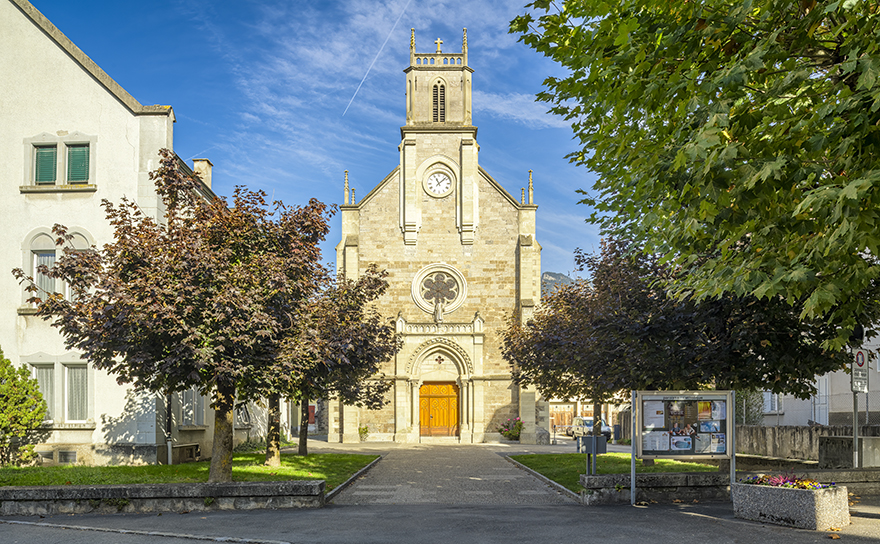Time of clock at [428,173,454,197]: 11:07
